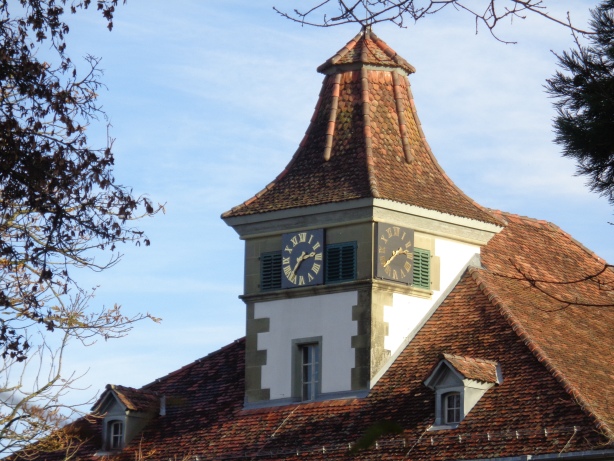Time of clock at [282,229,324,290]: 2:36
